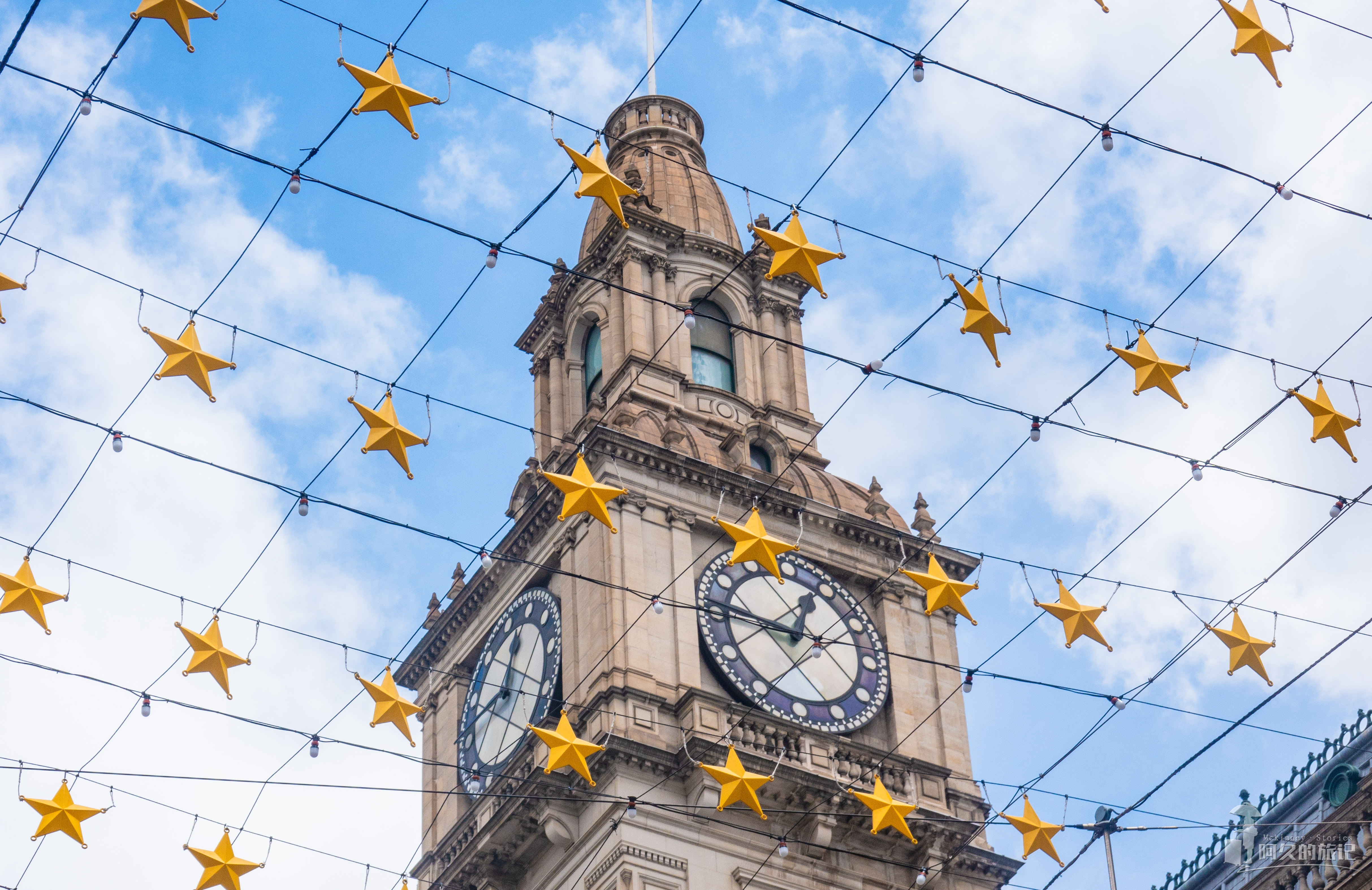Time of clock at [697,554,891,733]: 12:46
